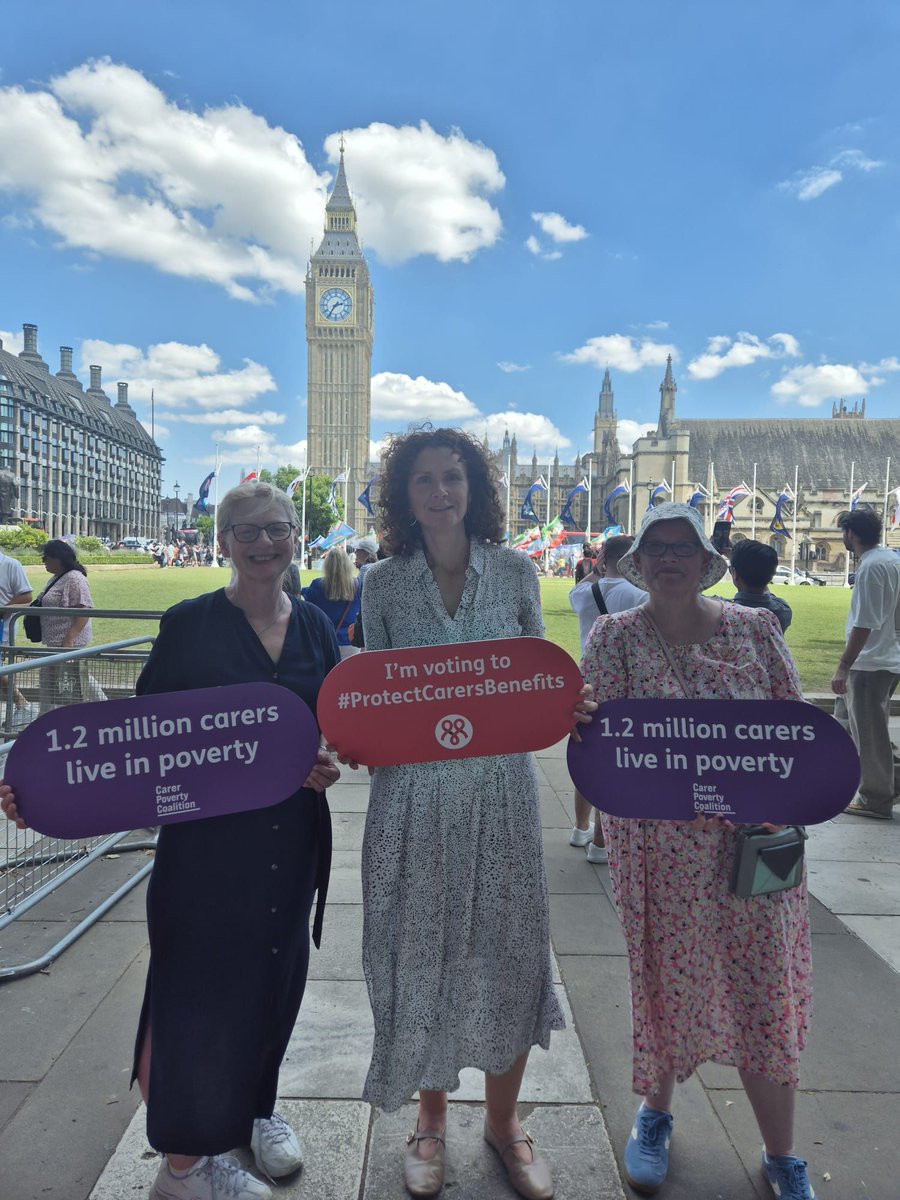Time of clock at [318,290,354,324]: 2:36
